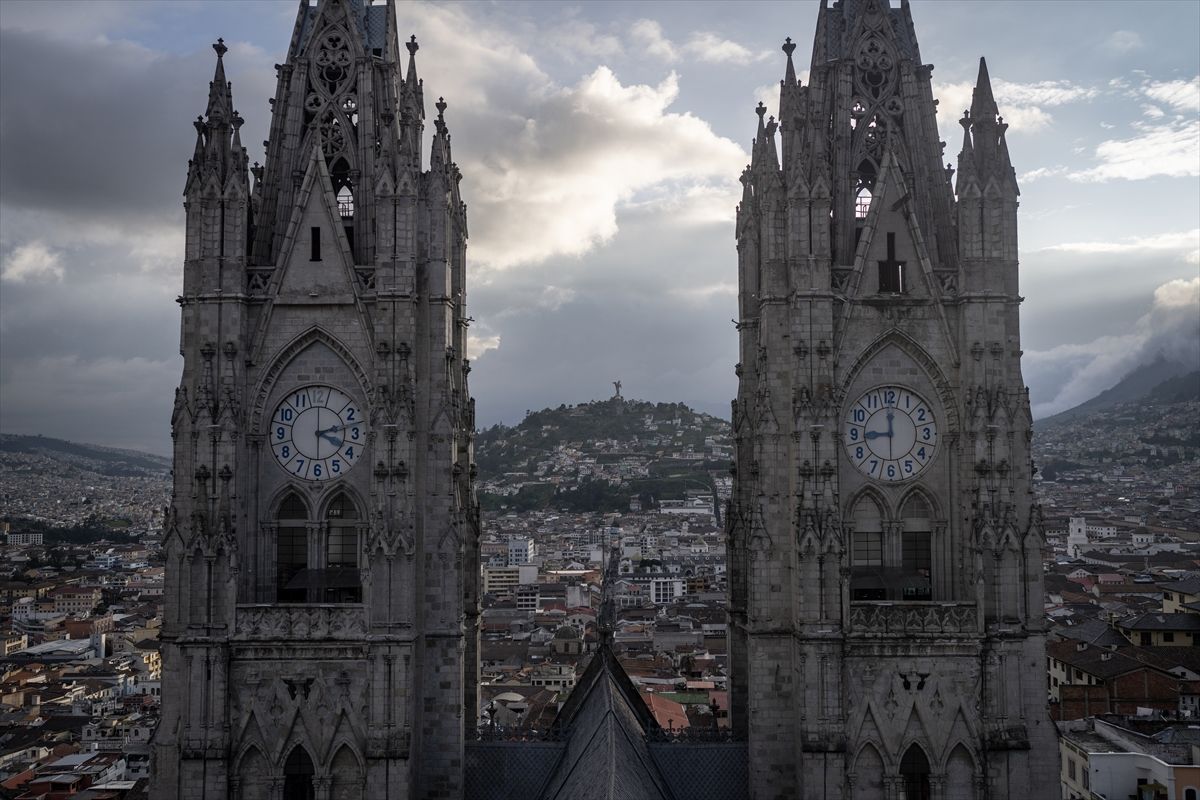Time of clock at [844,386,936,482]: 8:59
